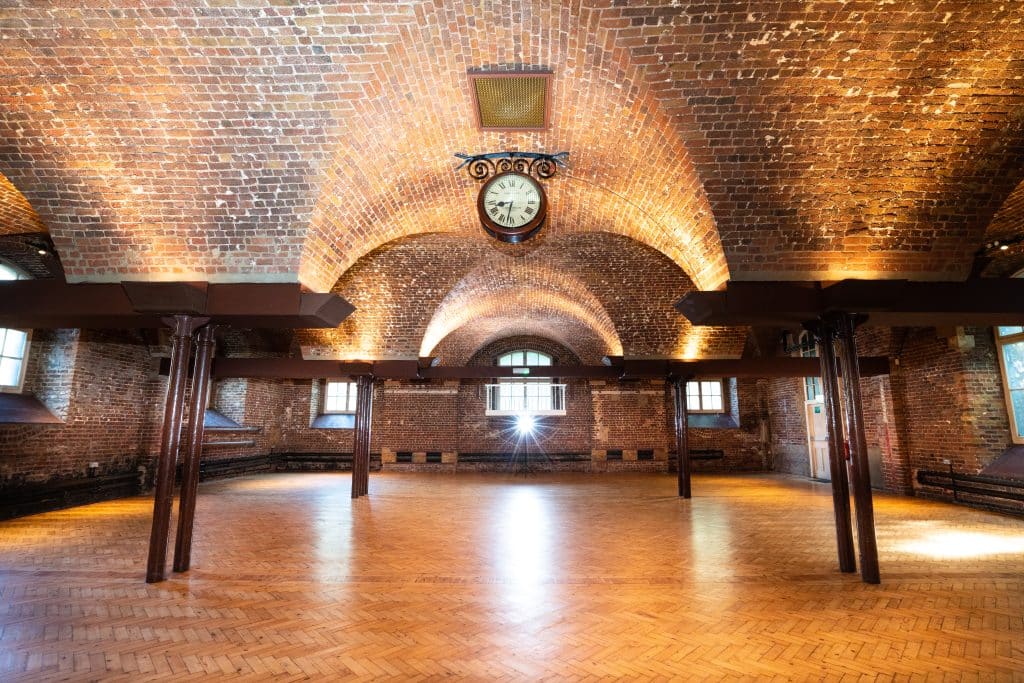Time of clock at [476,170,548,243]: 8:32
